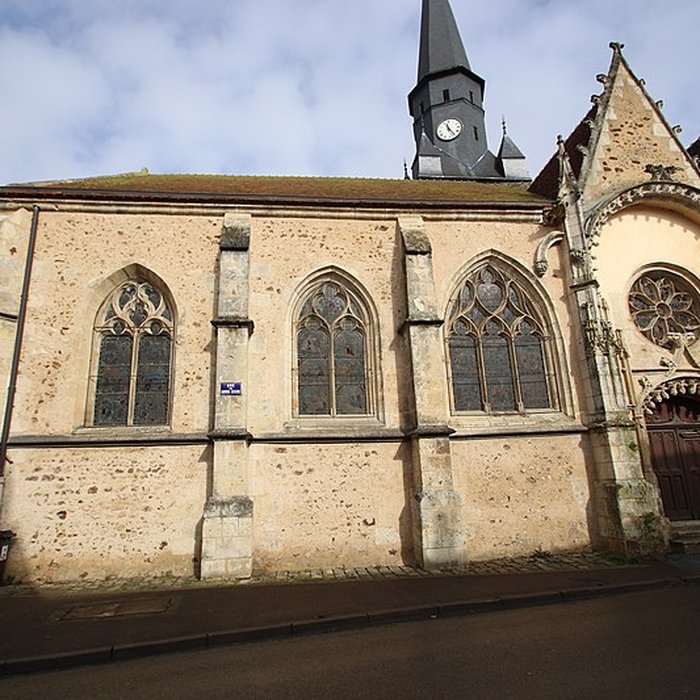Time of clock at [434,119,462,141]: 11:24
